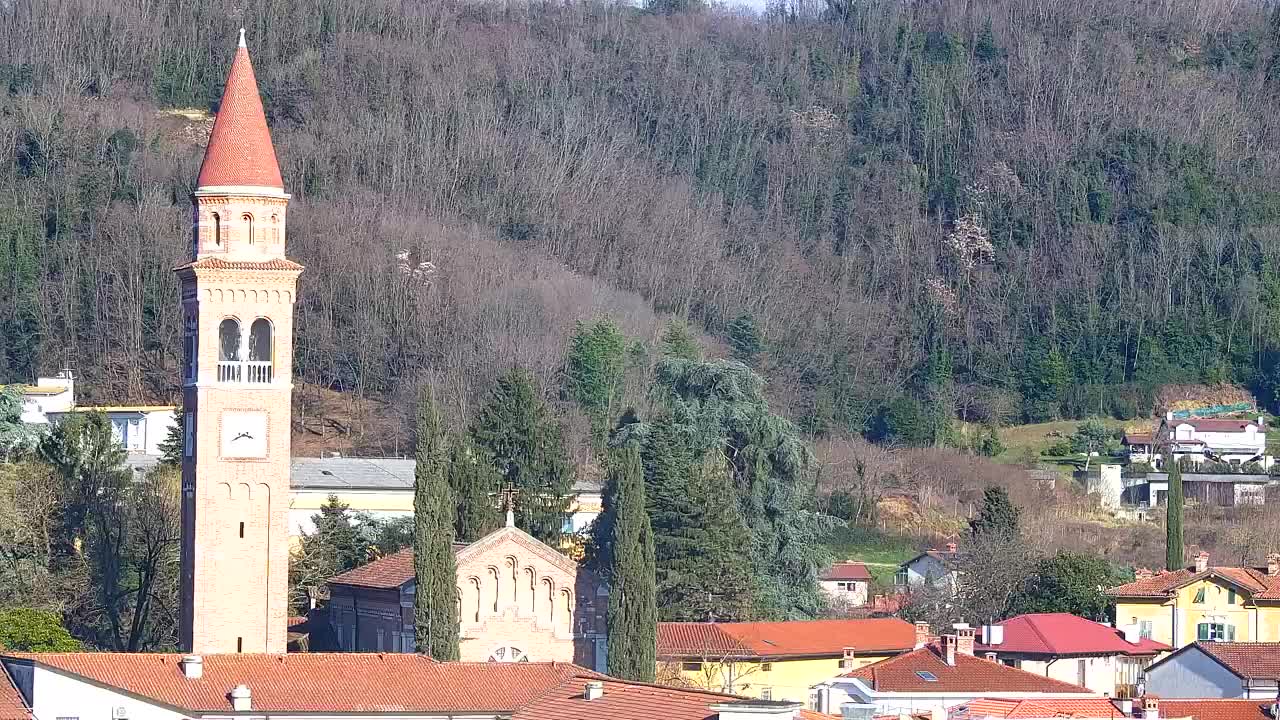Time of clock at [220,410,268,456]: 3:39
